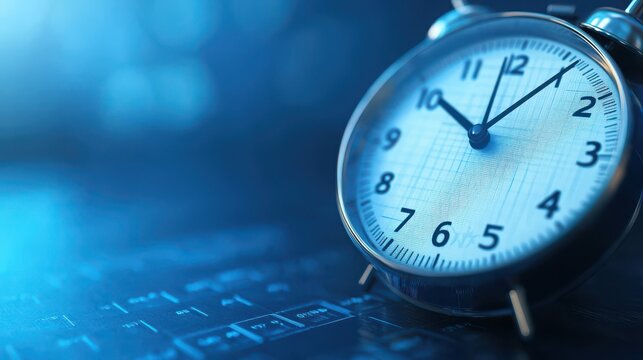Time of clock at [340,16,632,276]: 10:06
